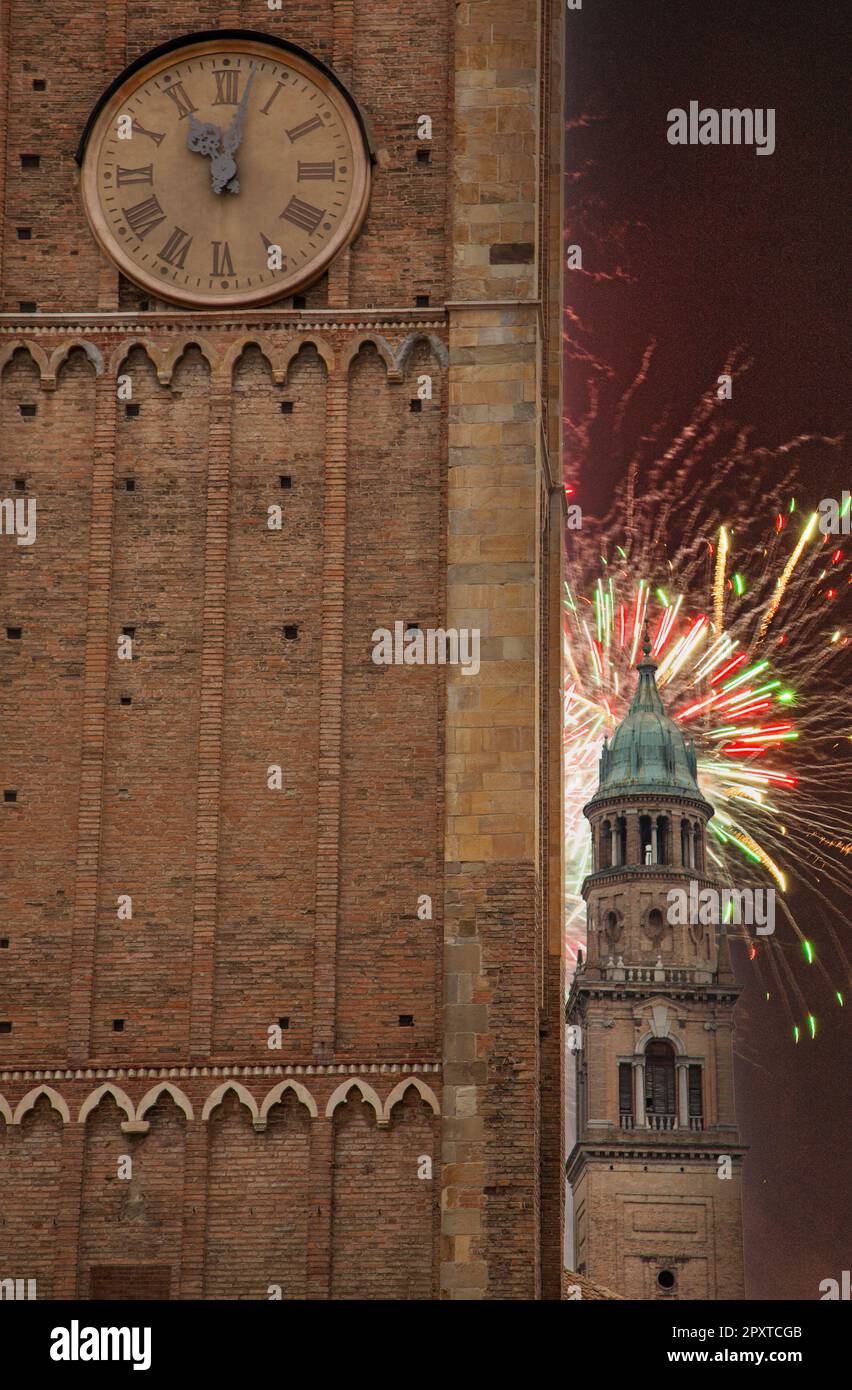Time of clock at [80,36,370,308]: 11:02
